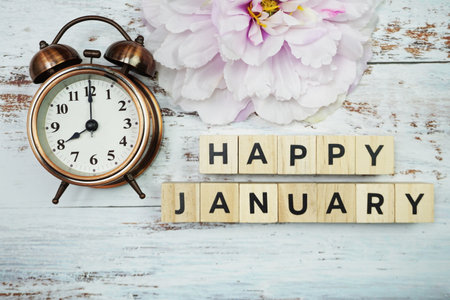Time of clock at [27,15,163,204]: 8:00
